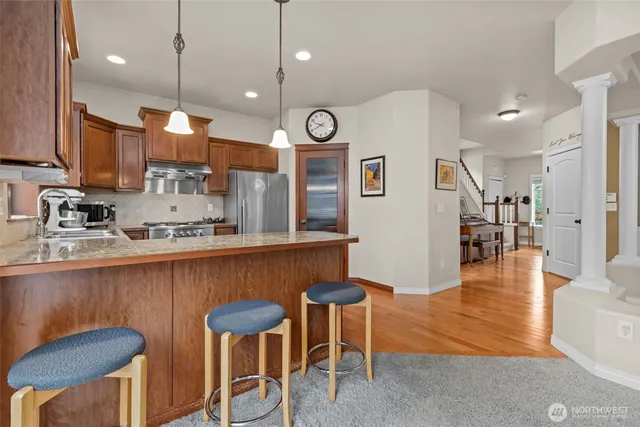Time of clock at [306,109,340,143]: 9:40
